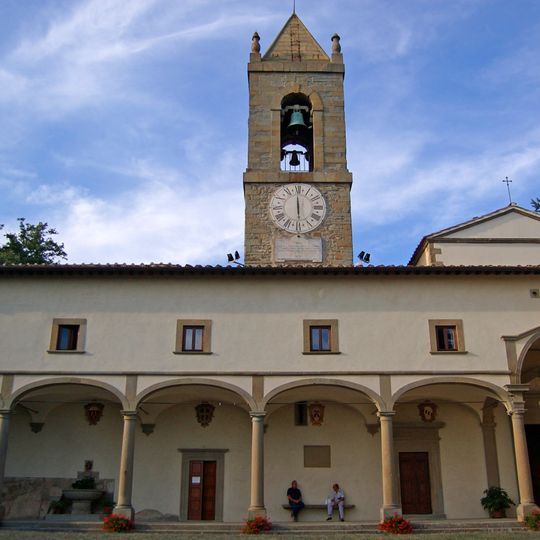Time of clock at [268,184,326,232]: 5:59
